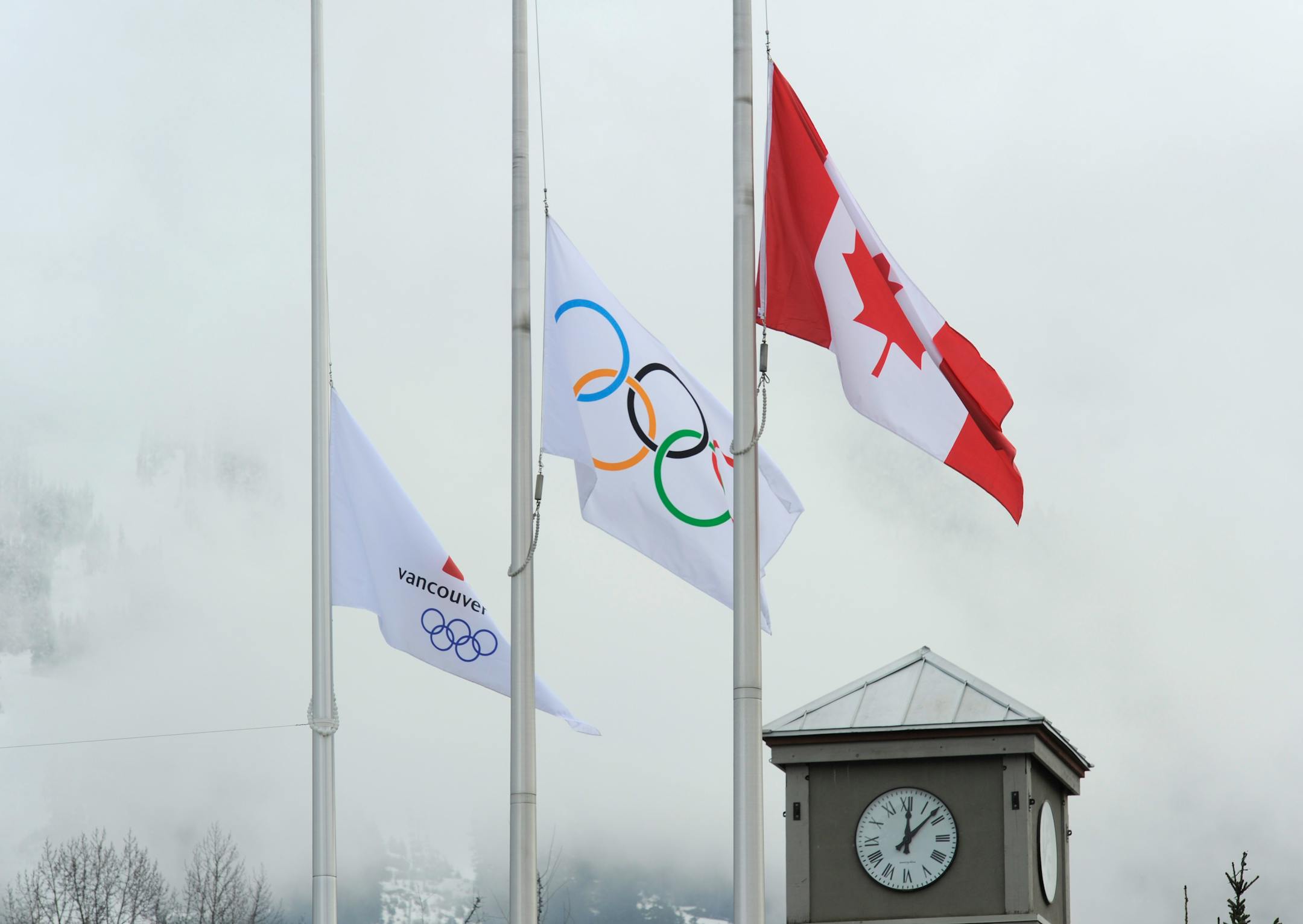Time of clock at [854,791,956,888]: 12:07
